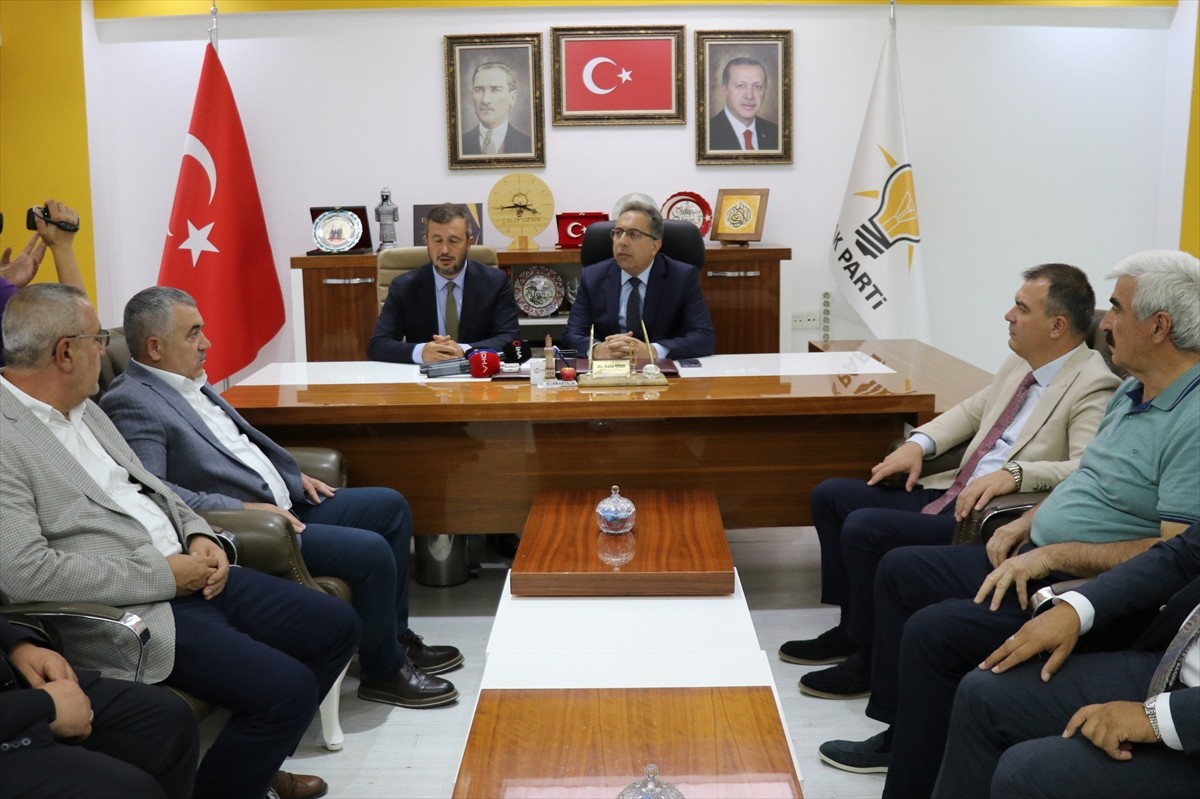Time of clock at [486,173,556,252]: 3:44
